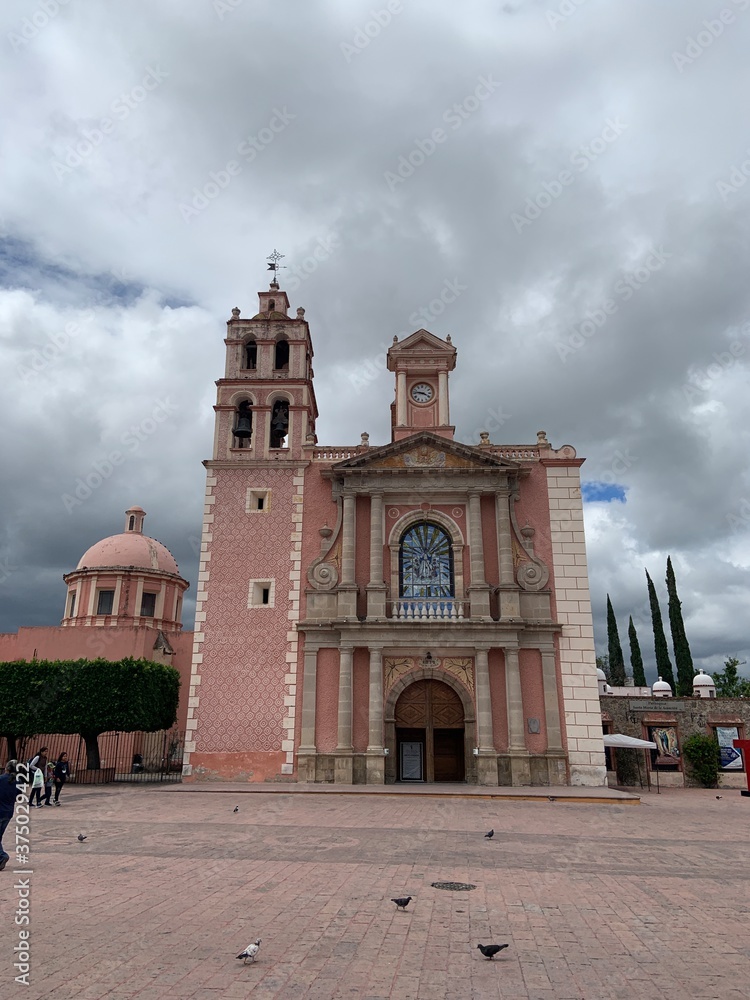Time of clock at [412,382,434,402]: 3:46
